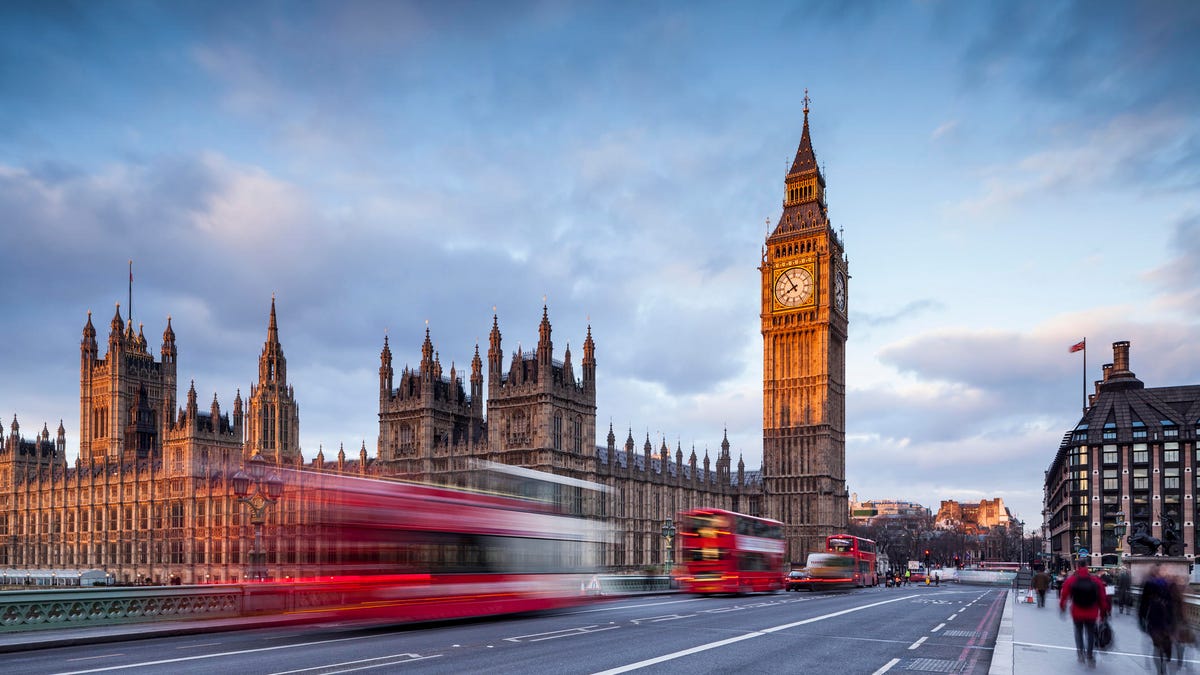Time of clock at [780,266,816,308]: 7:54
